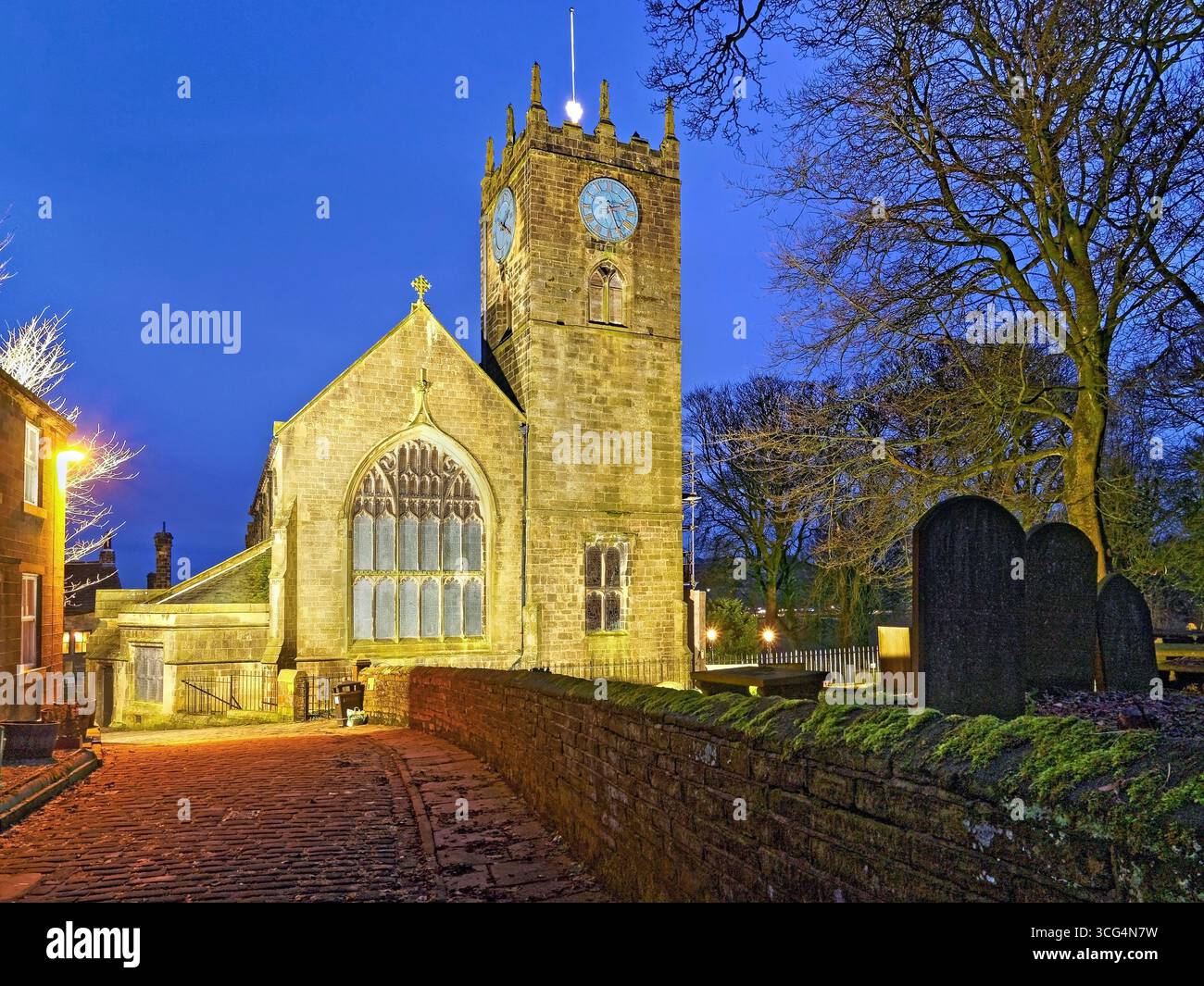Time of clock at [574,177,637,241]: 2:26
